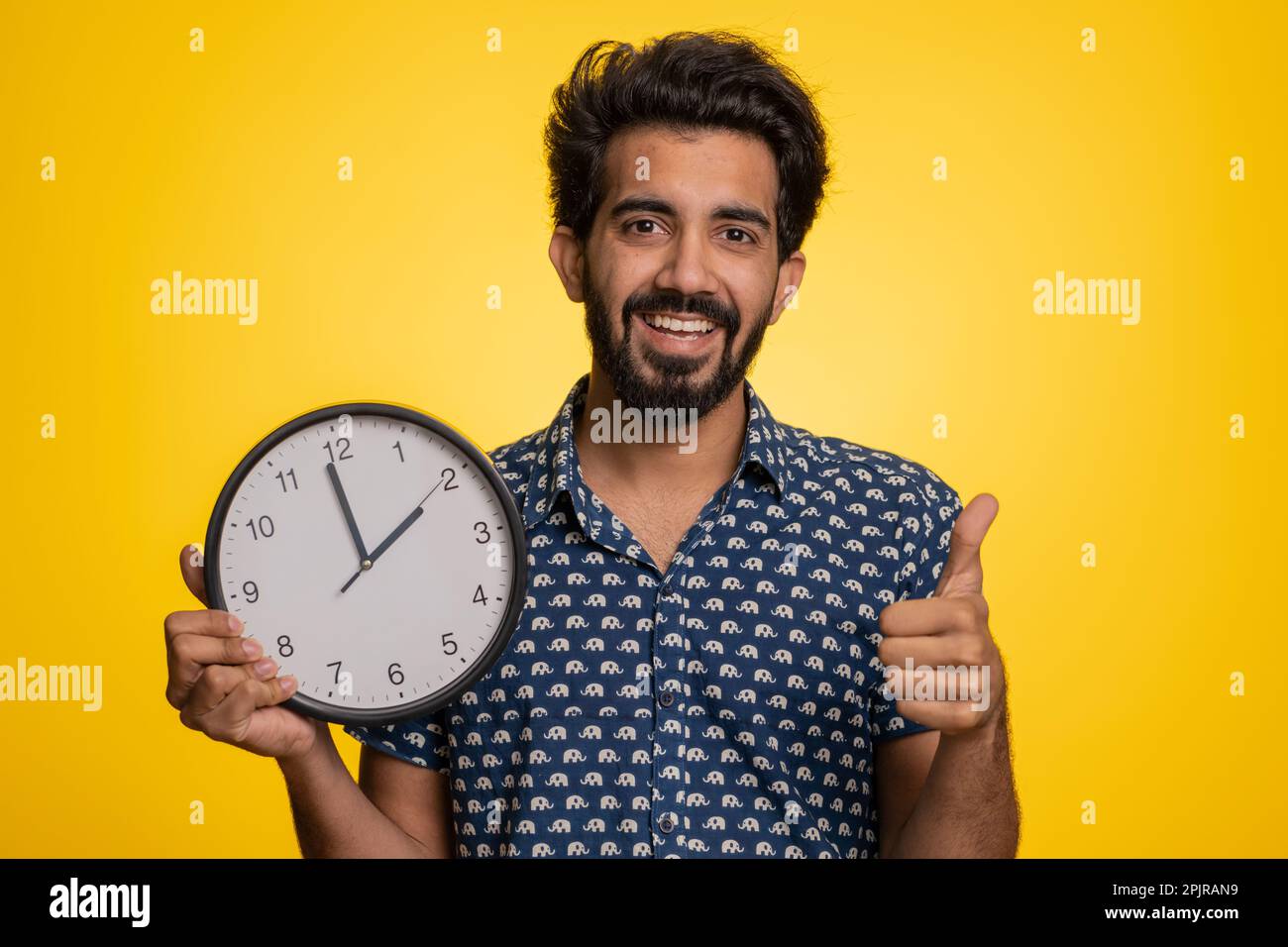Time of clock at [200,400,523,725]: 1:58
